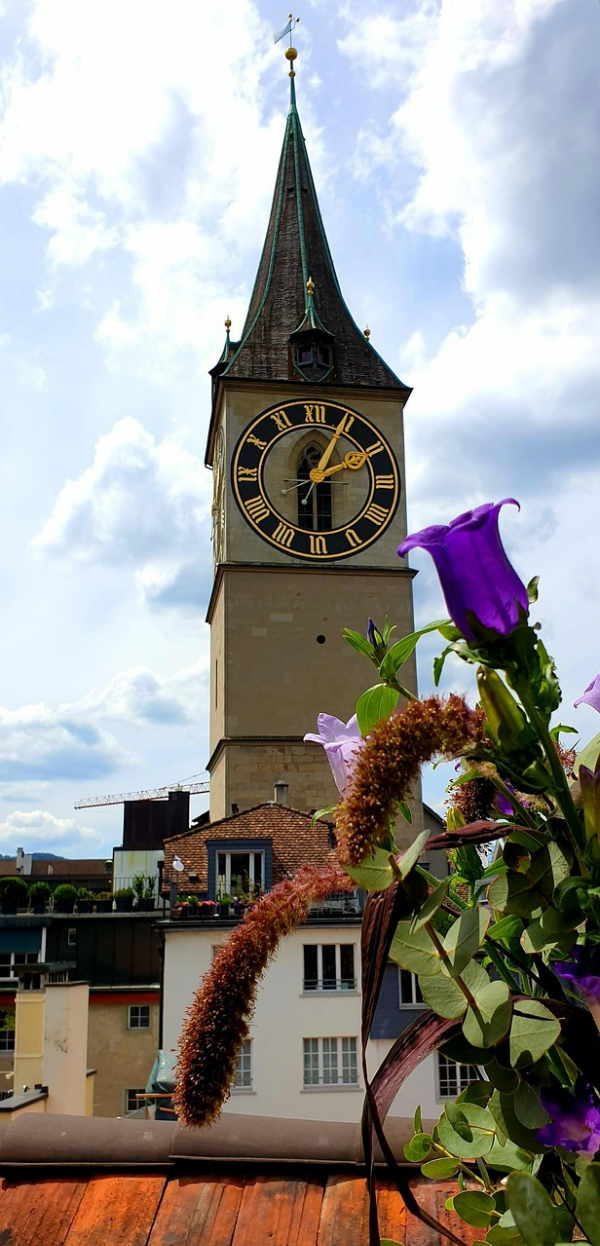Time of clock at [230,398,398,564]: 2:04
